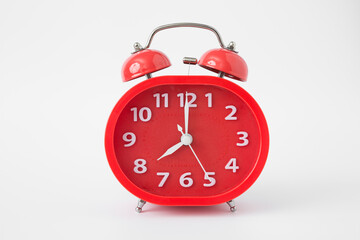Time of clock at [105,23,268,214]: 8:00
